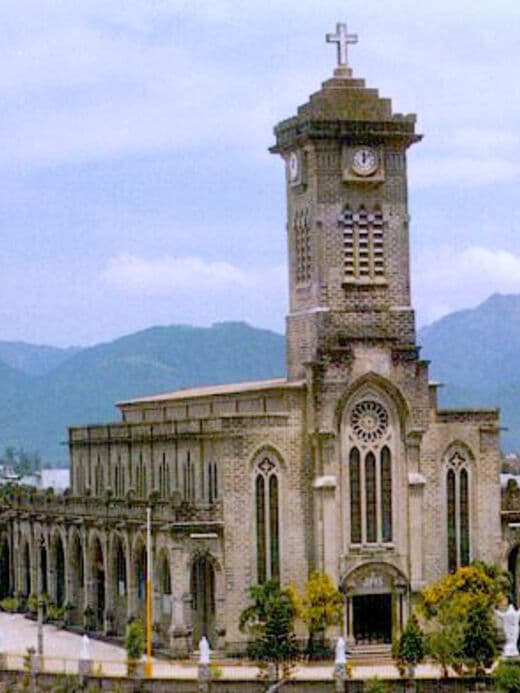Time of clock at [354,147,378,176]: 12:07
